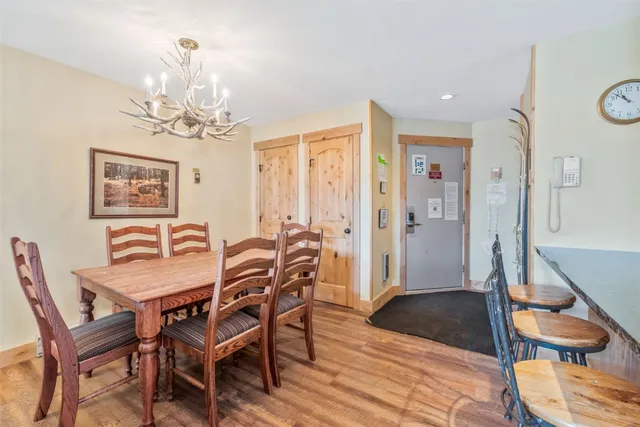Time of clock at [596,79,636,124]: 10:52
